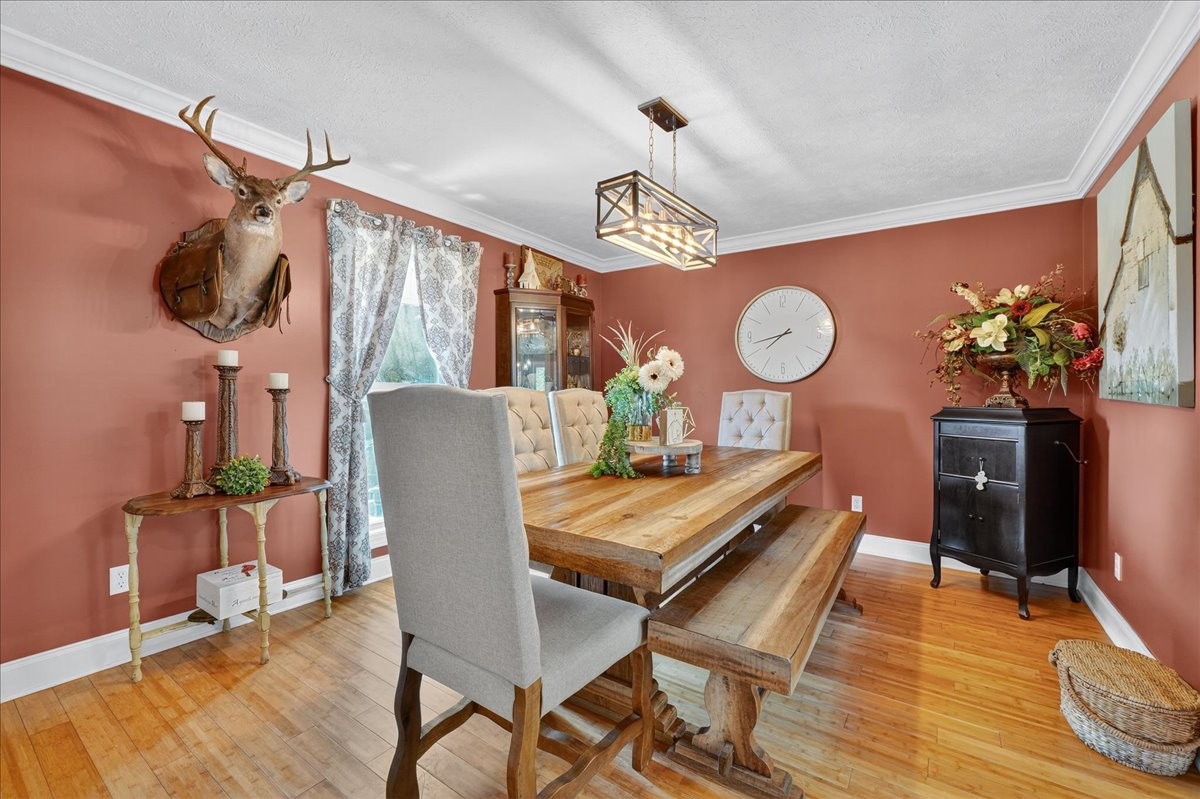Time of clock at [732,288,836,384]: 7:42
